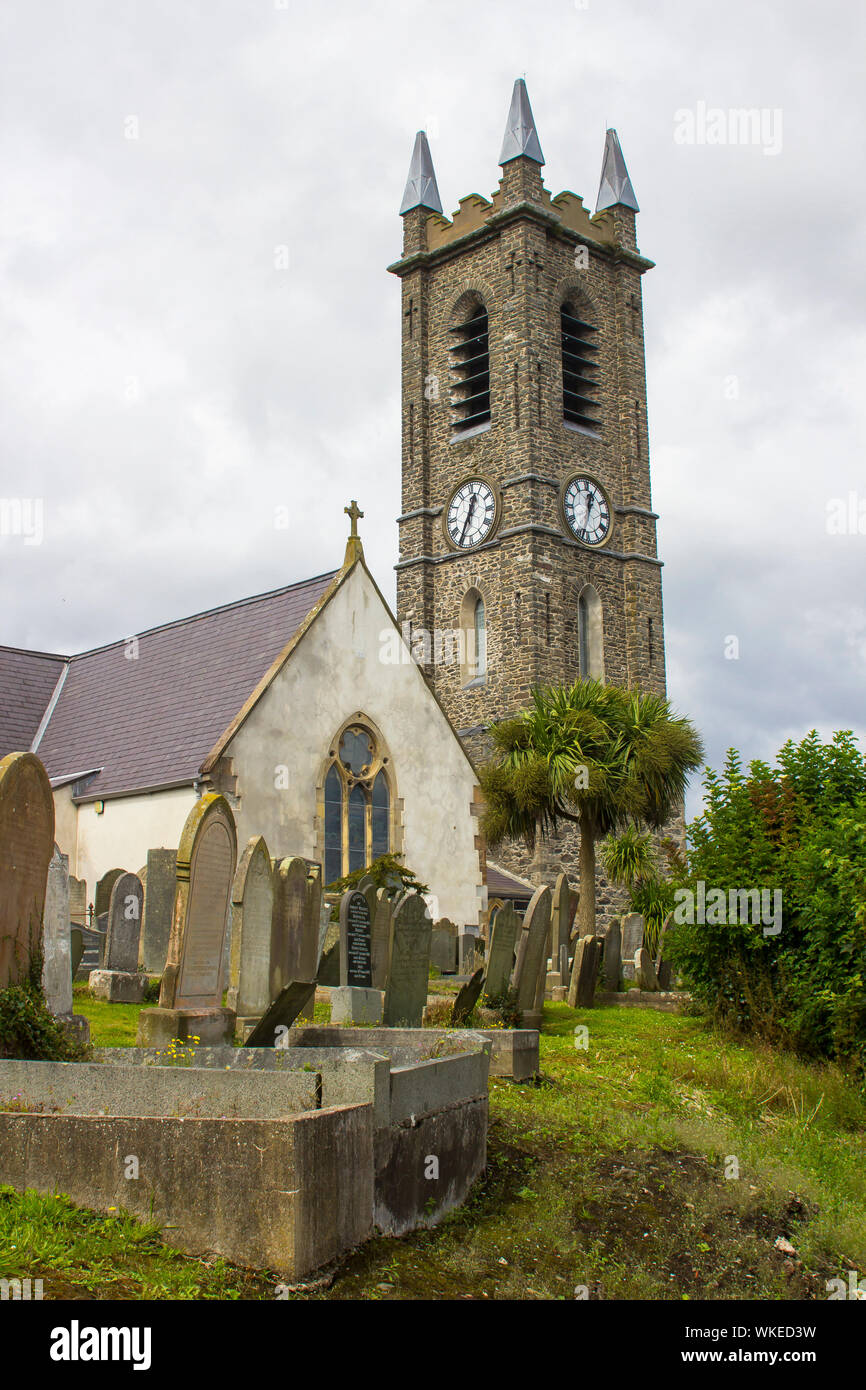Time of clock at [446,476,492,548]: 12:34
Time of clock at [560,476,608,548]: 12:33
